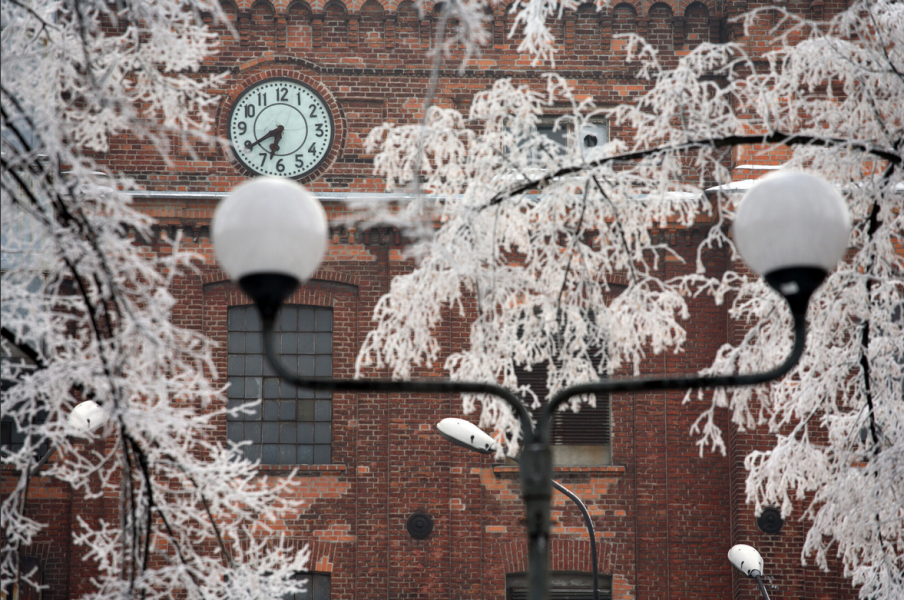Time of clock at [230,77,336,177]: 6:39
